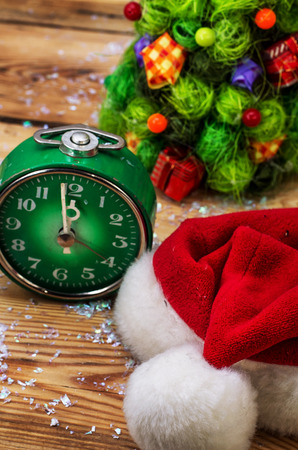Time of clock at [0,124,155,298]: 11:58
